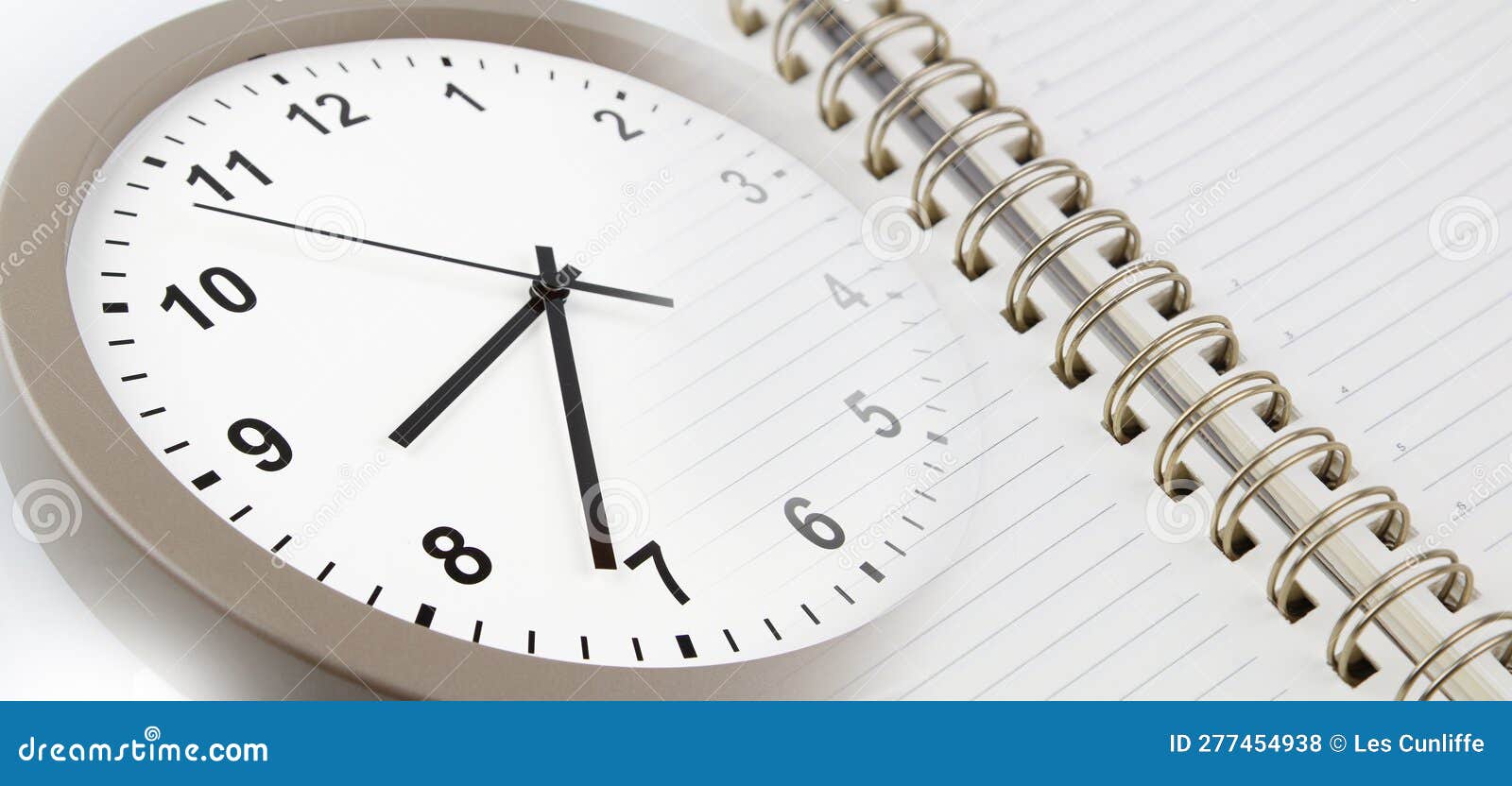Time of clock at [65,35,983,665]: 7:31
